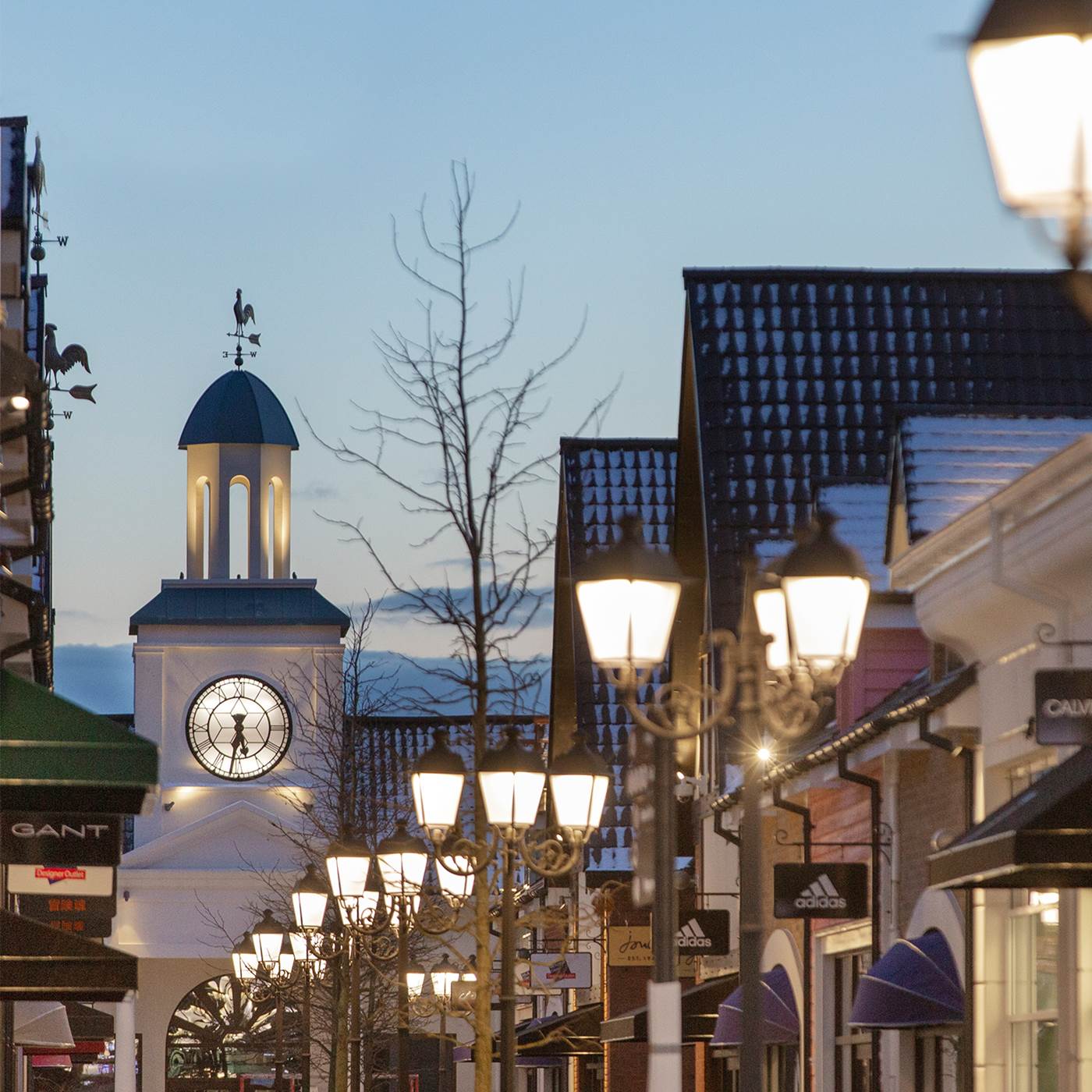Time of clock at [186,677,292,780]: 5:31
